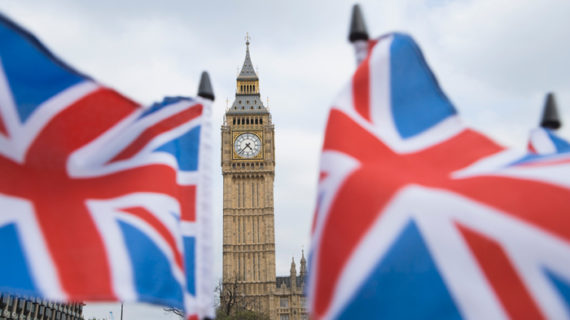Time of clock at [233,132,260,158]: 4:37
